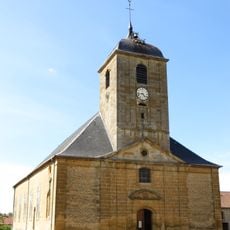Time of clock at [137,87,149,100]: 4:42
